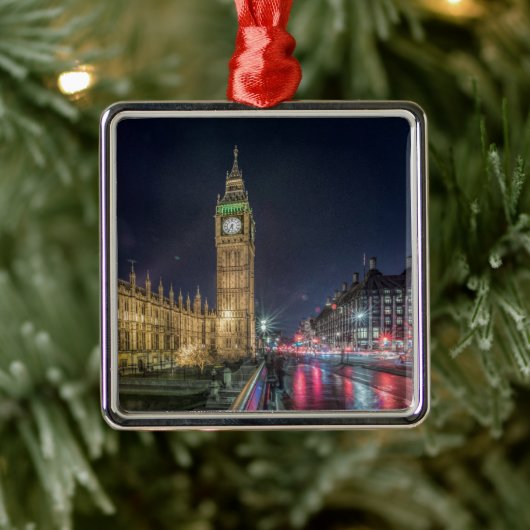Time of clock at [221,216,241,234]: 5:35
